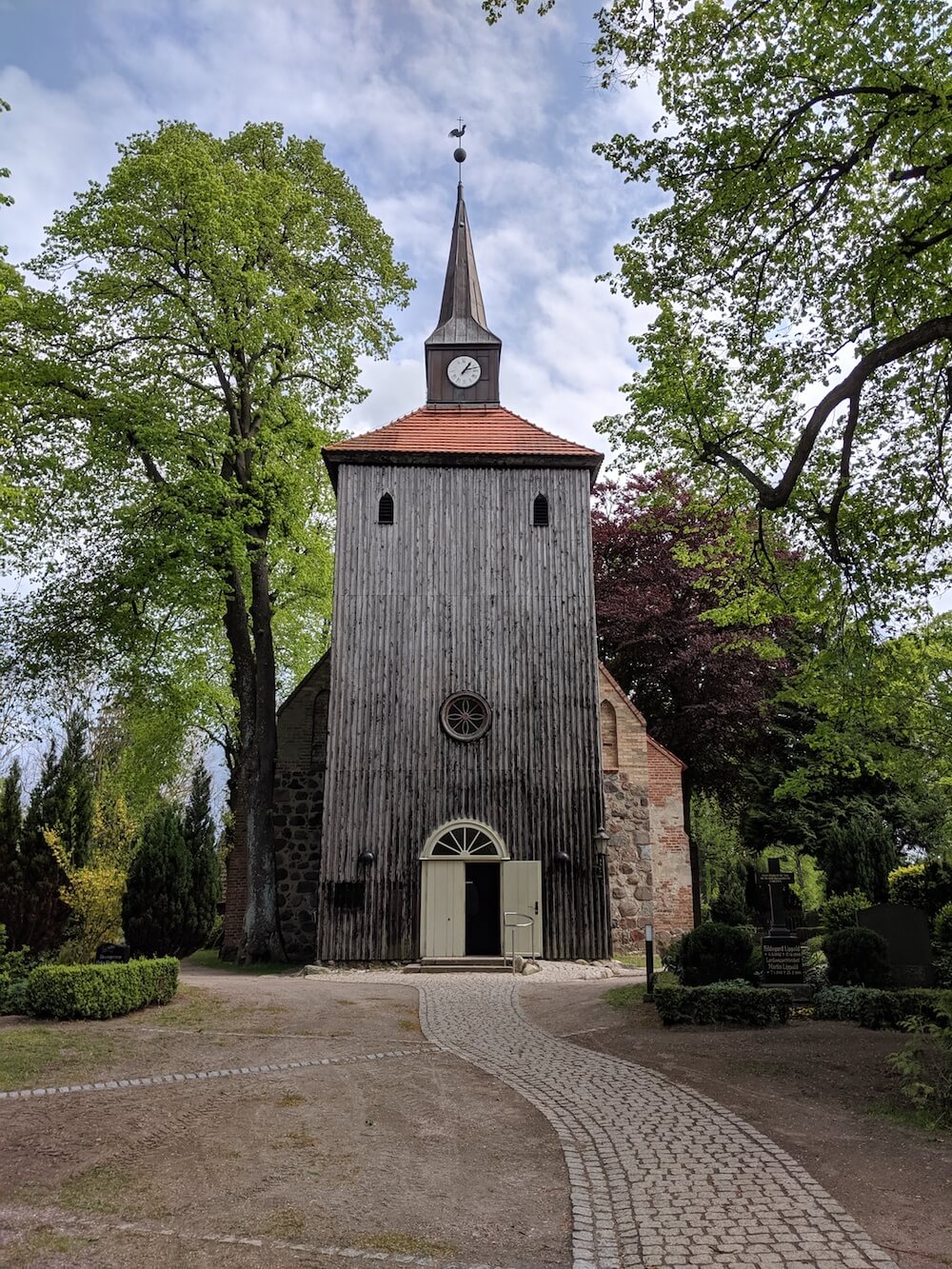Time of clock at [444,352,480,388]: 1:12
